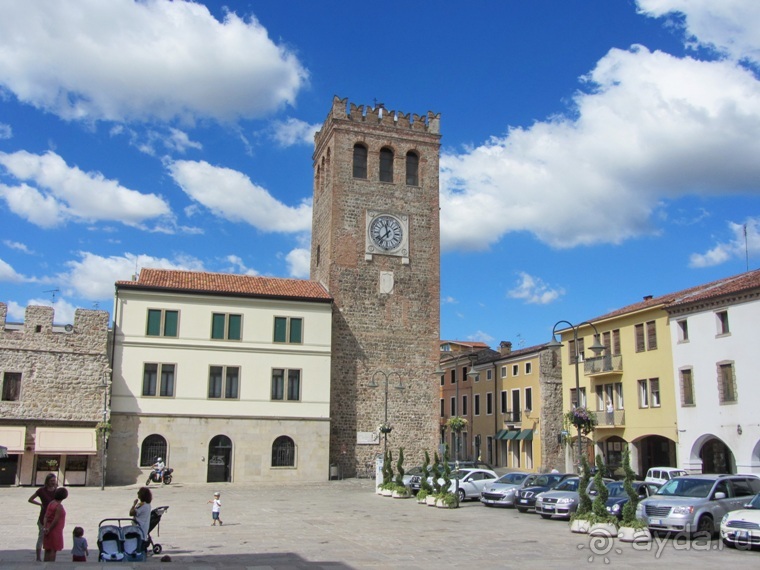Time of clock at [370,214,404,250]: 11:37
